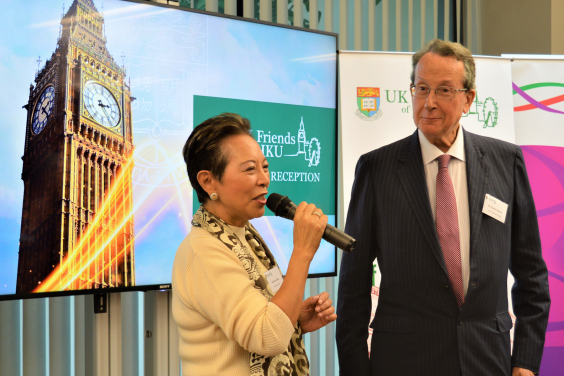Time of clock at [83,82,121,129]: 2:24
